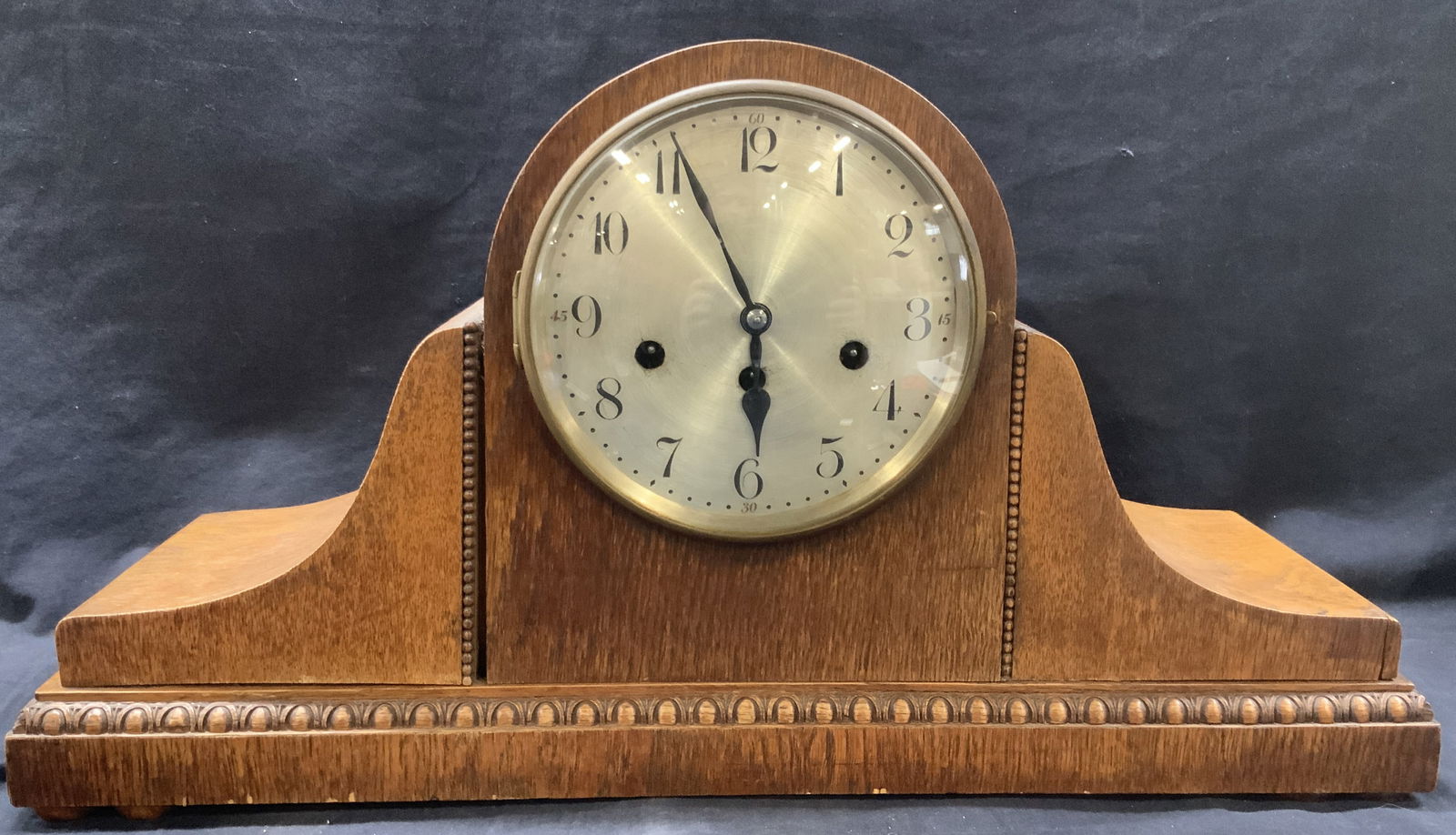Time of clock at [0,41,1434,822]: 5:55
